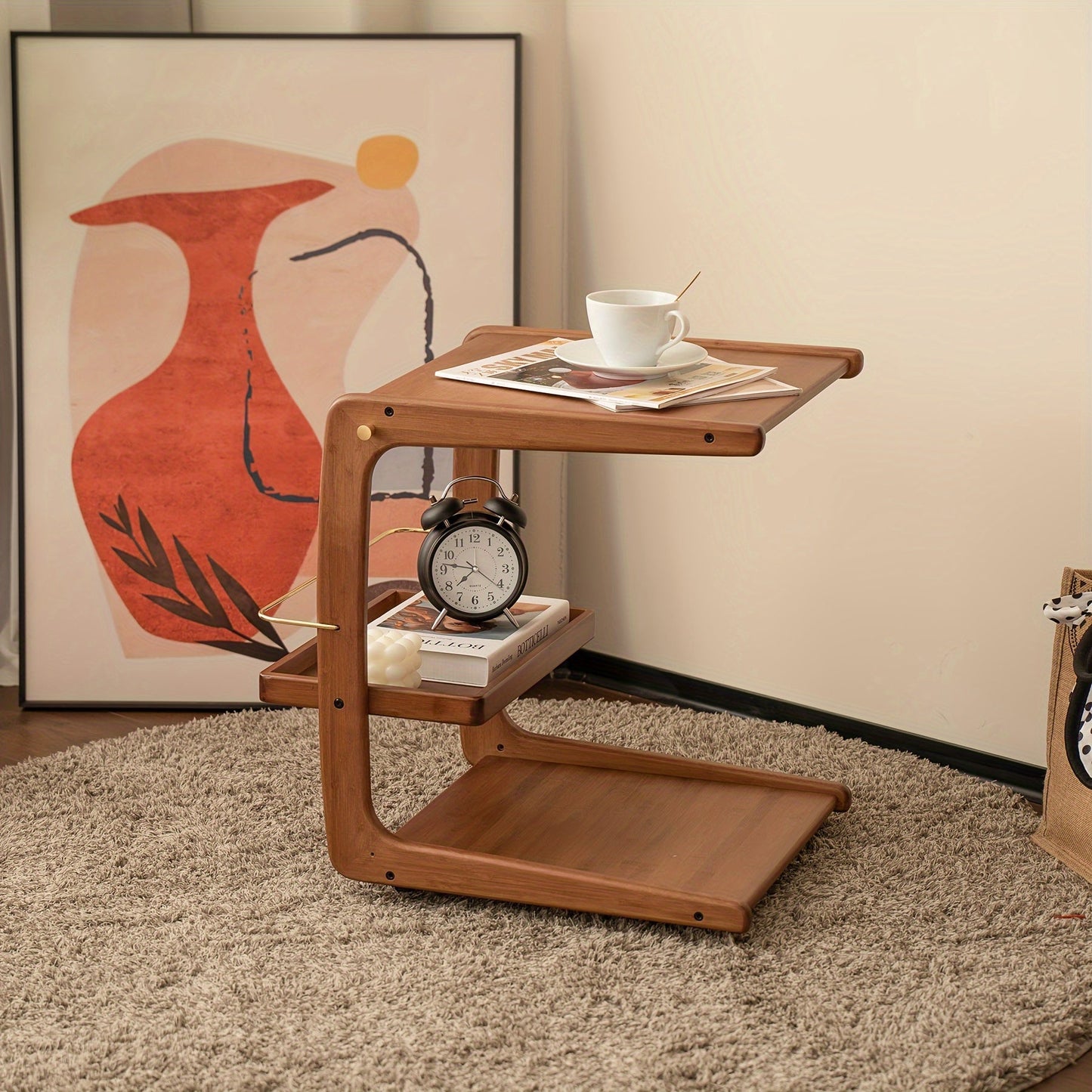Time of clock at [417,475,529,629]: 7:46
